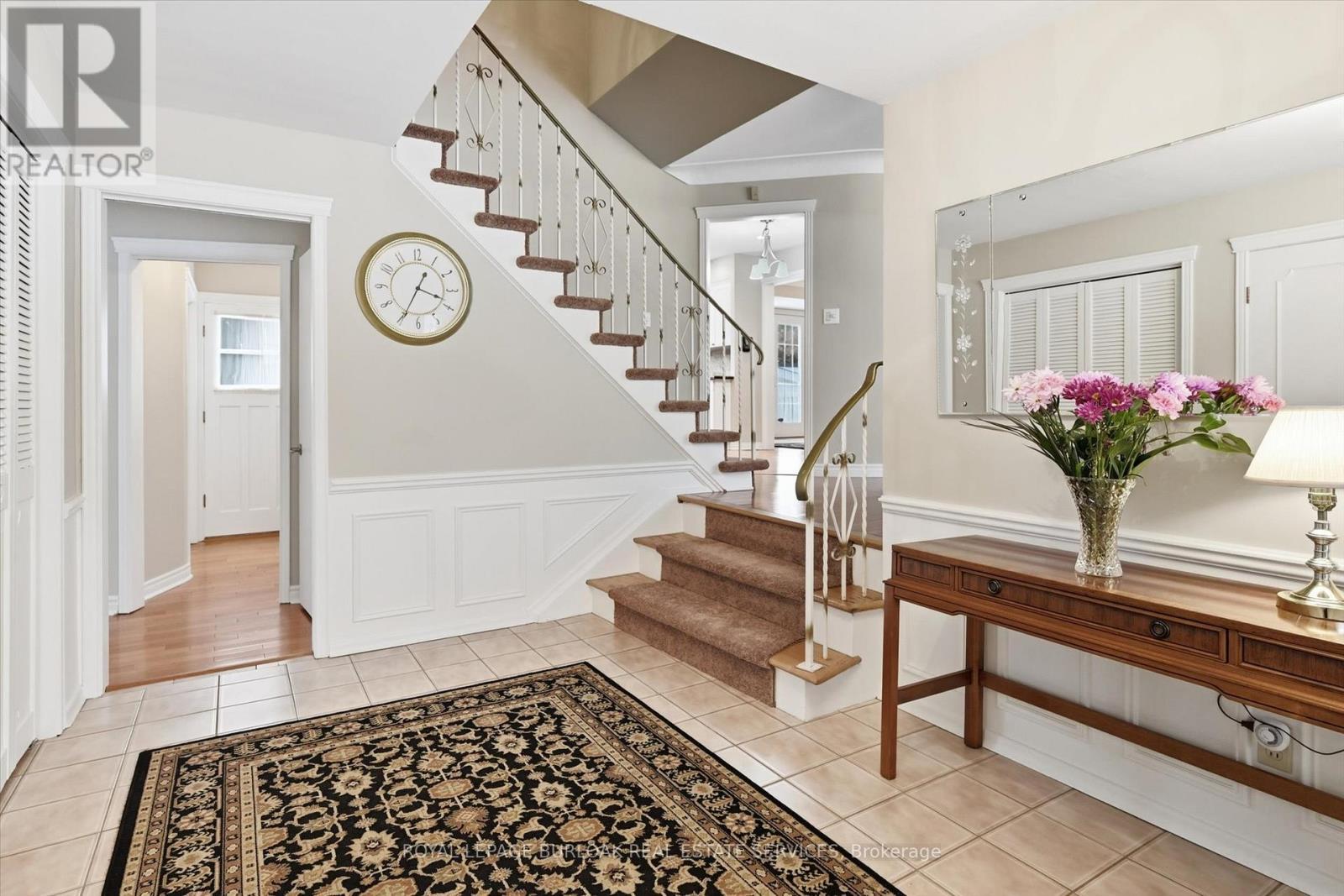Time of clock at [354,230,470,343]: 3:34
